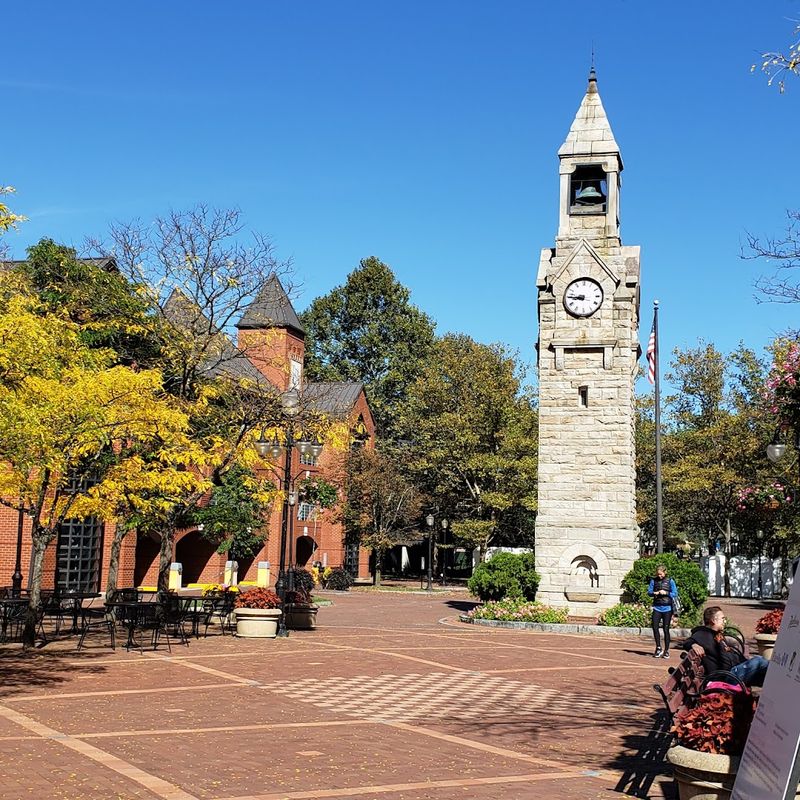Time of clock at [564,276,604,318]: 8:45
